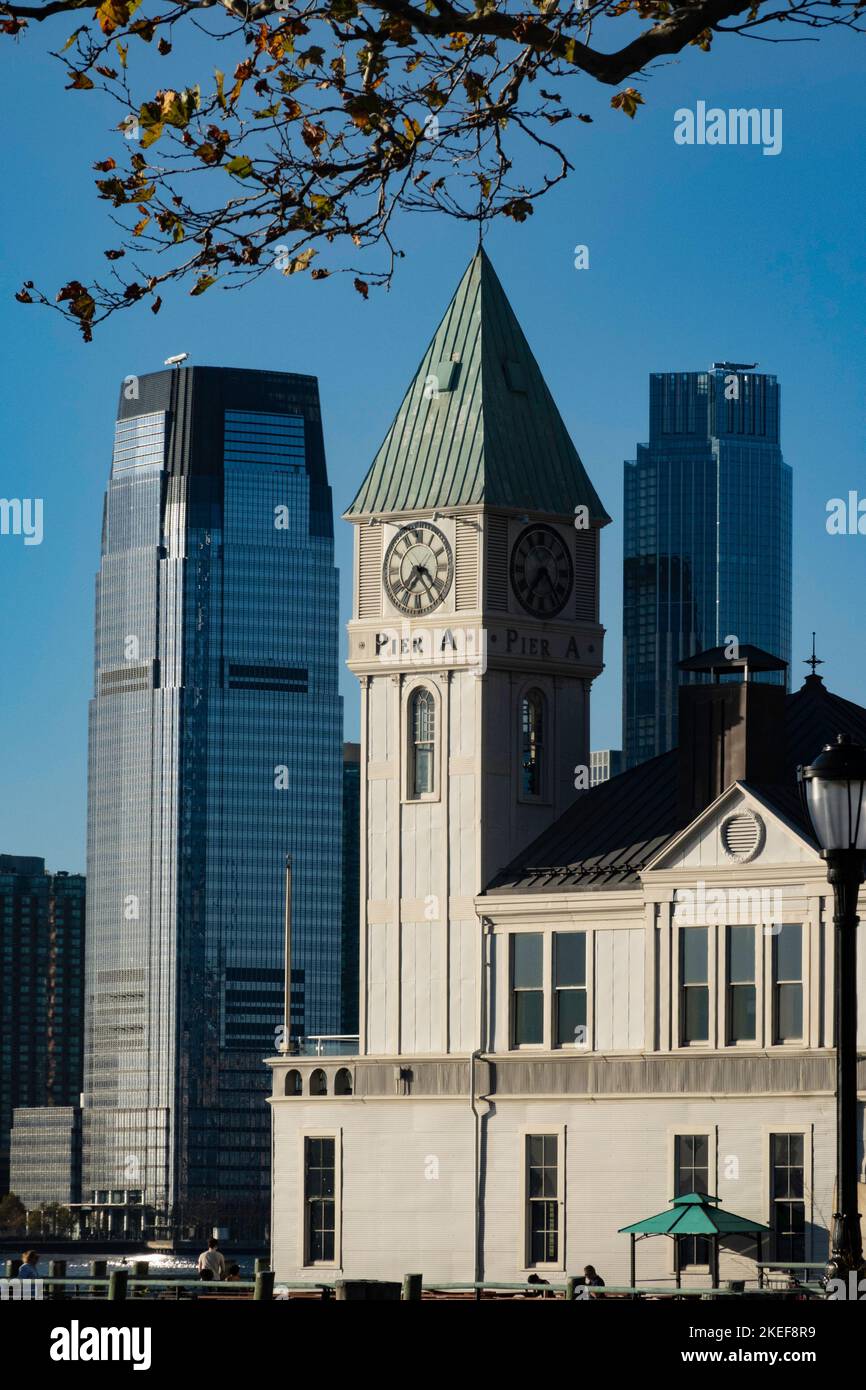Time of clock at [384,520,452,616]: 7:23
